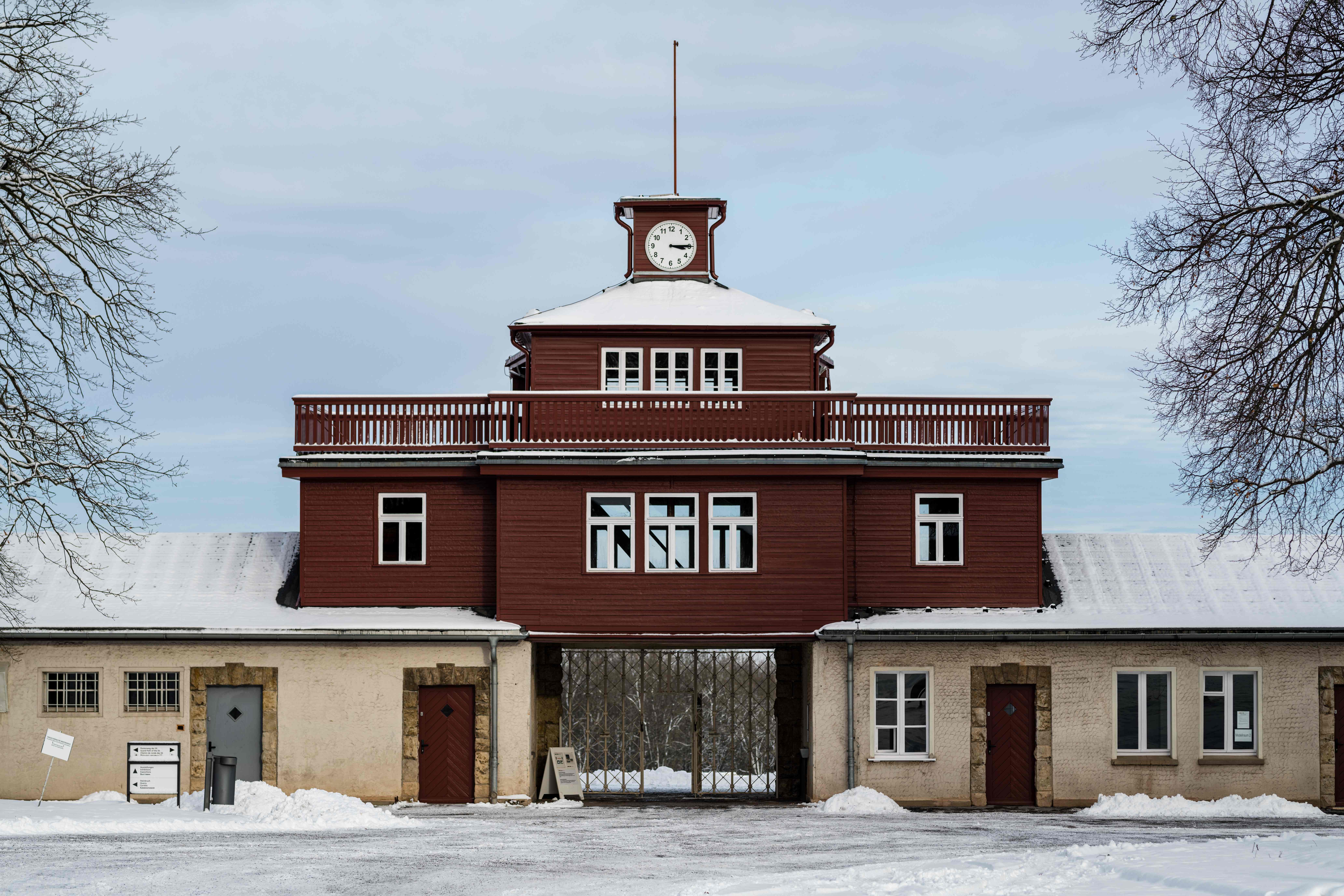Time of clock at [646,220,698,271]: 3:14
